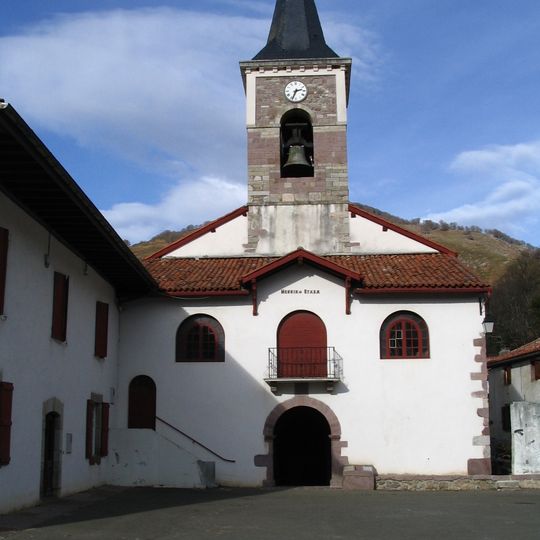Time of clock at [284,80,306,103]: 2:33
